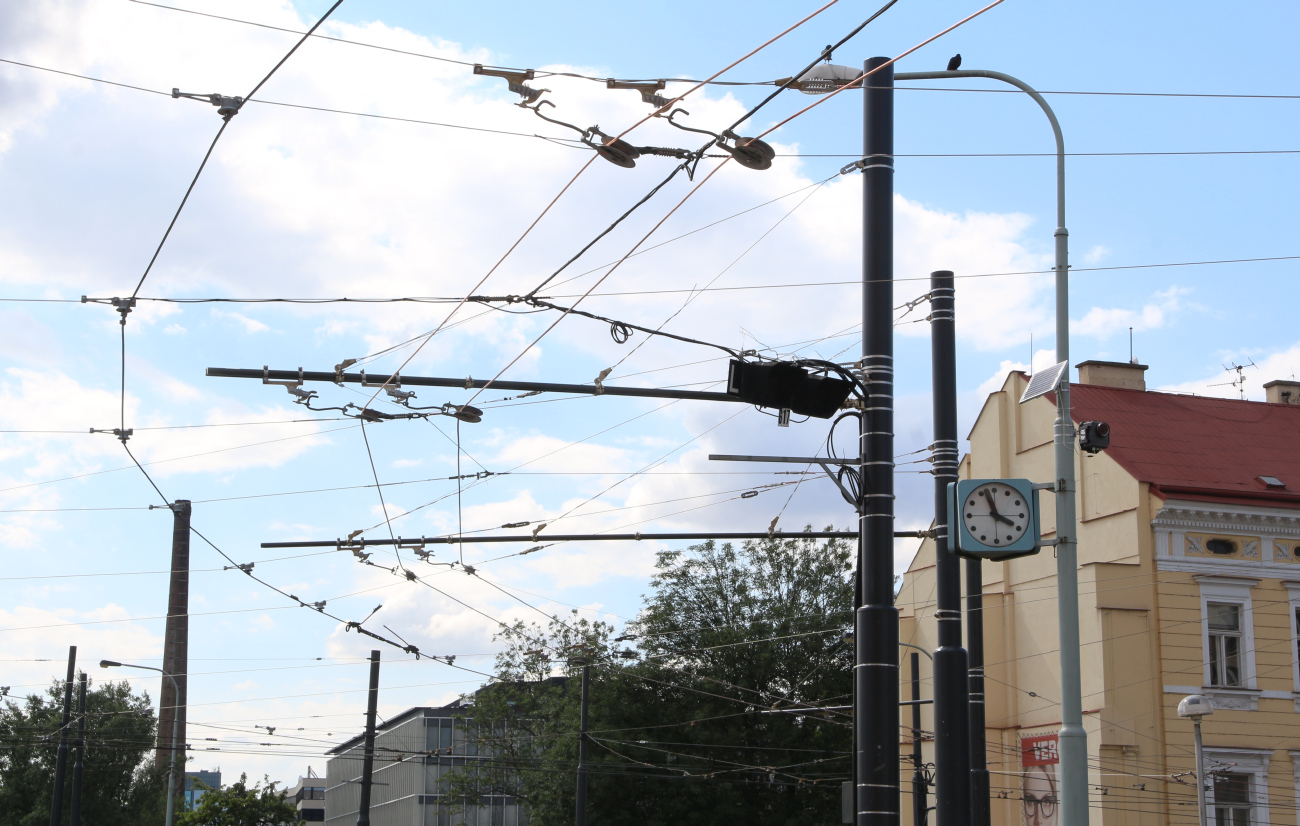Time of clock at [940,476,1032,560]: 3:57
